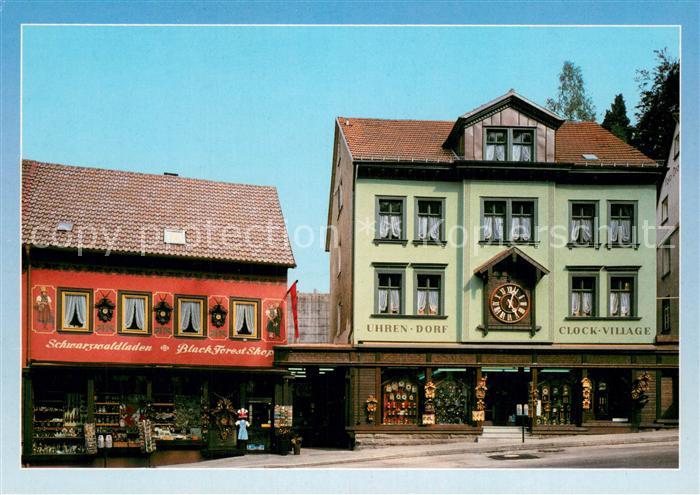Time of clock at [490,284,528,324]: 12:24
